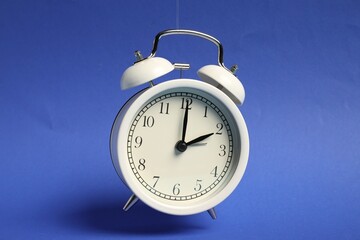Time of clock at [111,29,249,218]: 2:00
